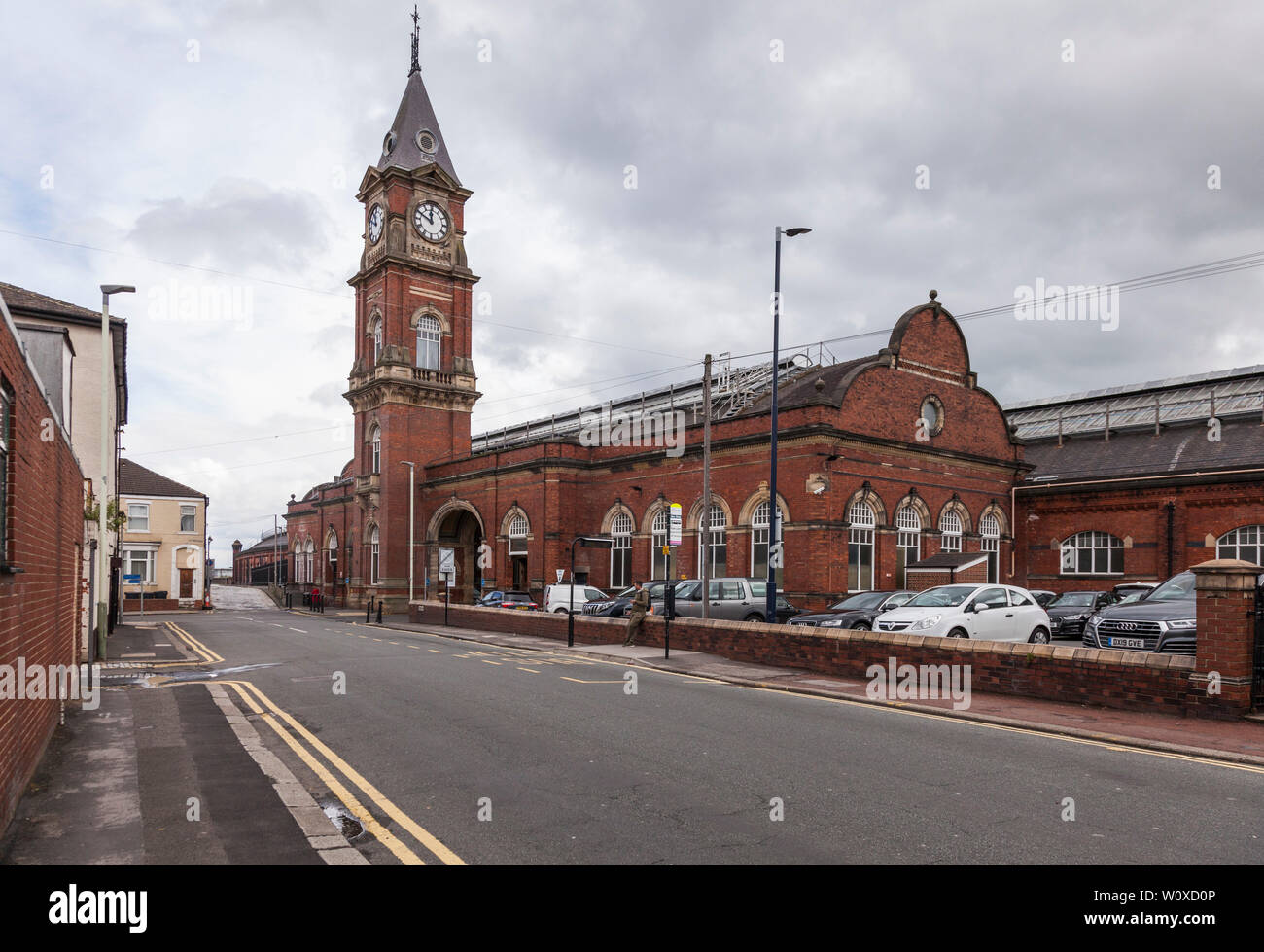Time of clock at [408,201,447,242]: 11:49
